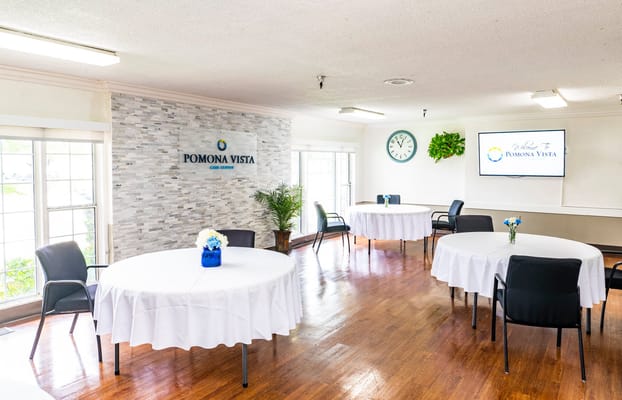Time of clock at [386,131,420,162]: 11:03
